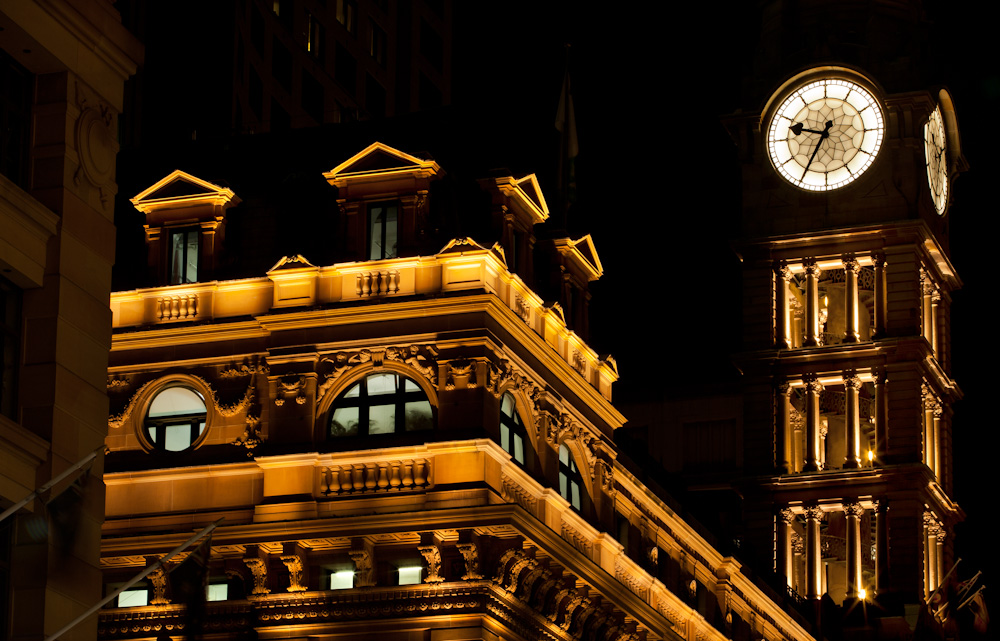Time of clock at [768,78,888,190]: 9:34
